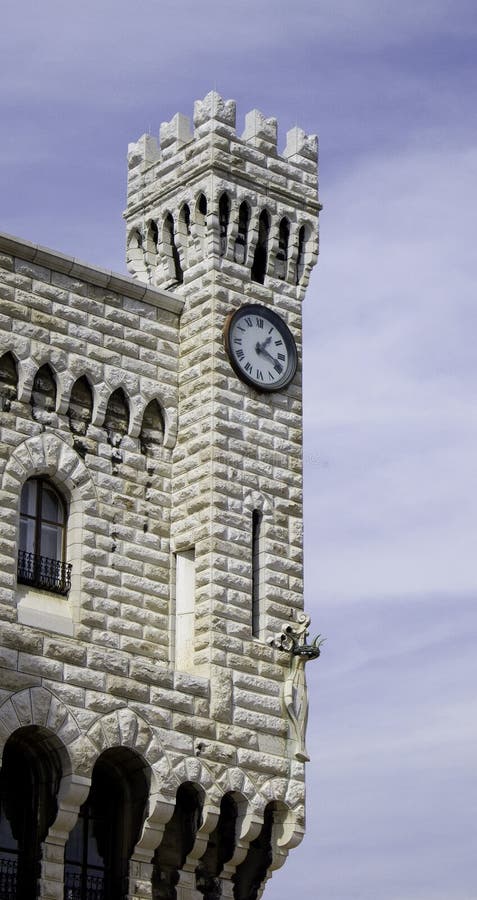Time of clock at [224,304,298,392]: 1:18
